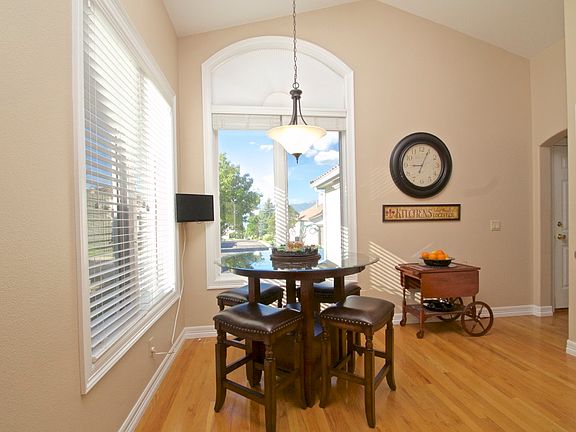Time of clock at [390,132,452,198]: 9:04
